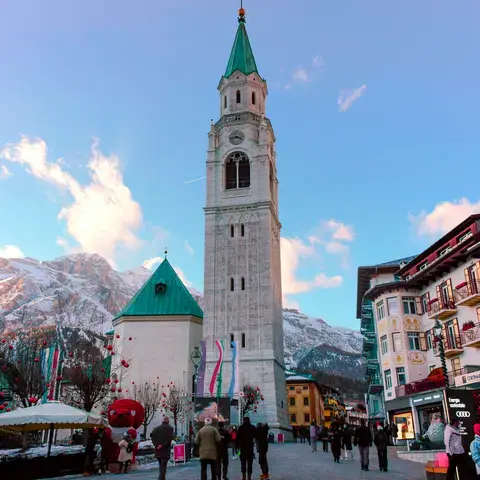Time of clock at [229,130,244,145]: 3:43
